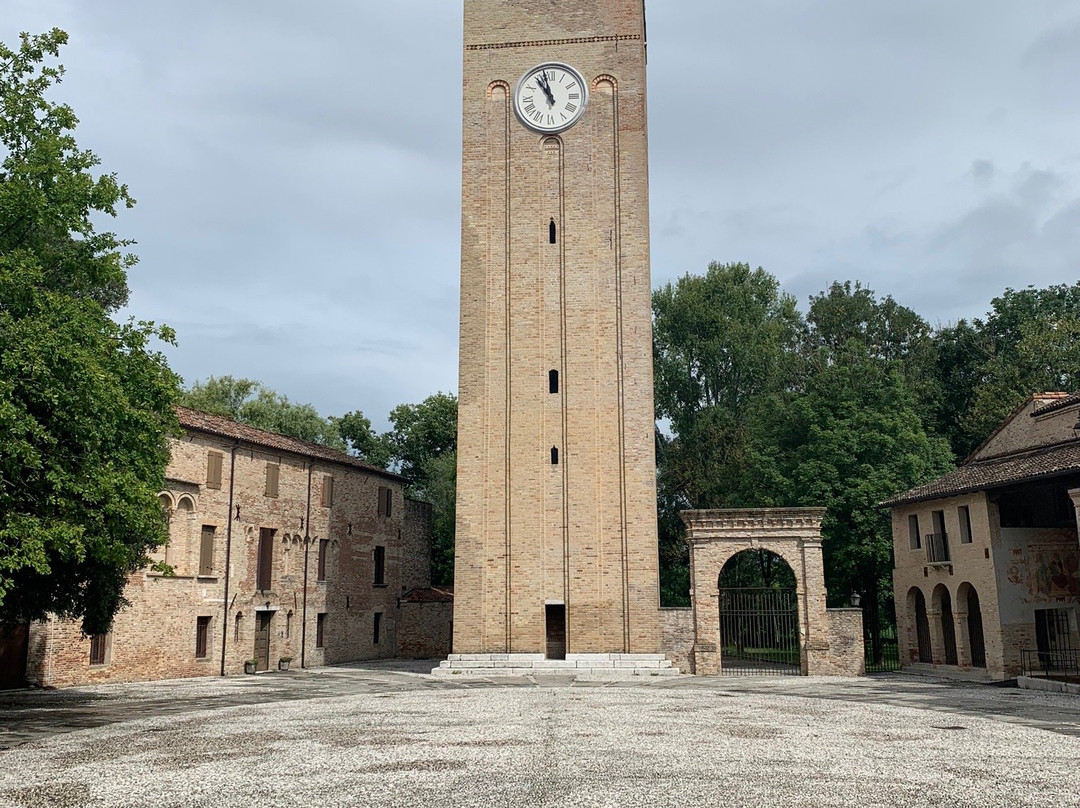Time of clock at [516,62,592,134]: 10:57
